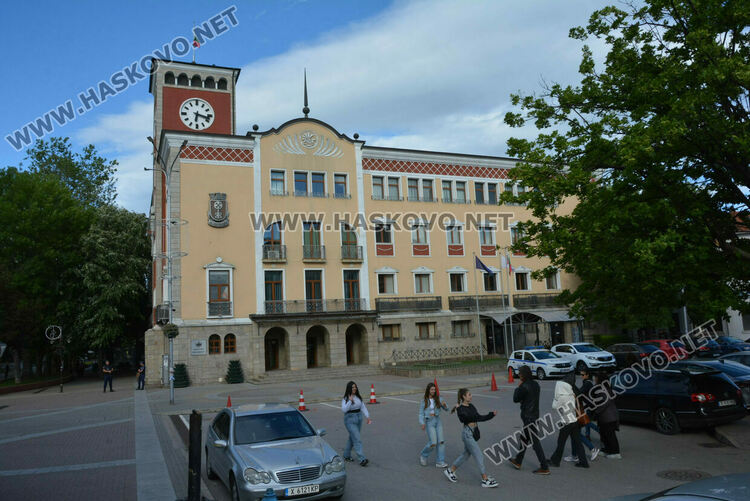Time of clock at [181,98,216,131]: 6:17
